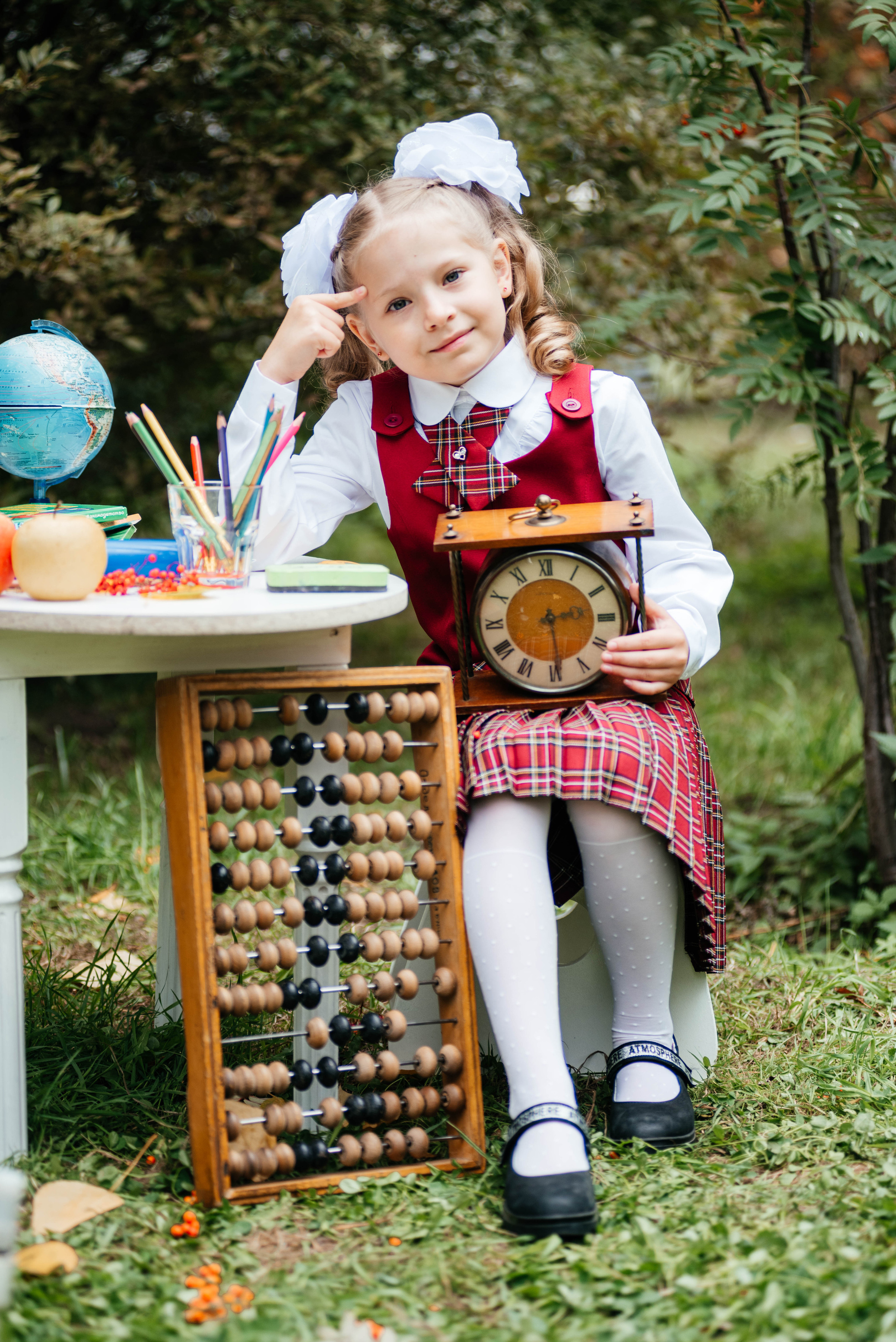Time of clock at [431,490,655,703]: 2:29
